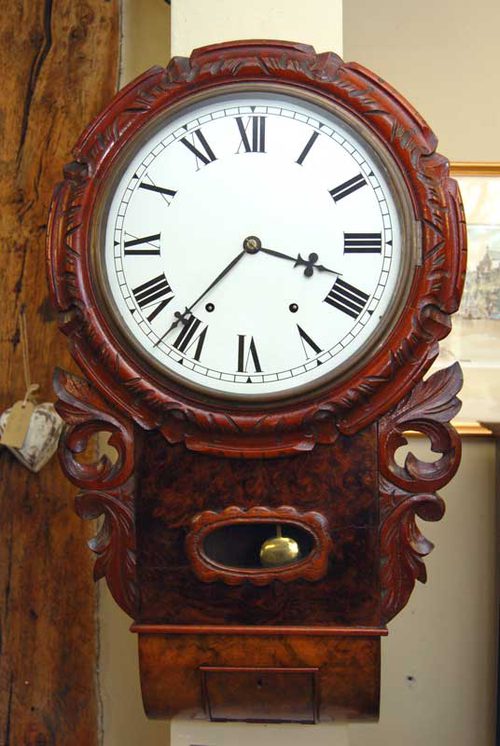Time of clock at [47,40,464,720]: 3:36
